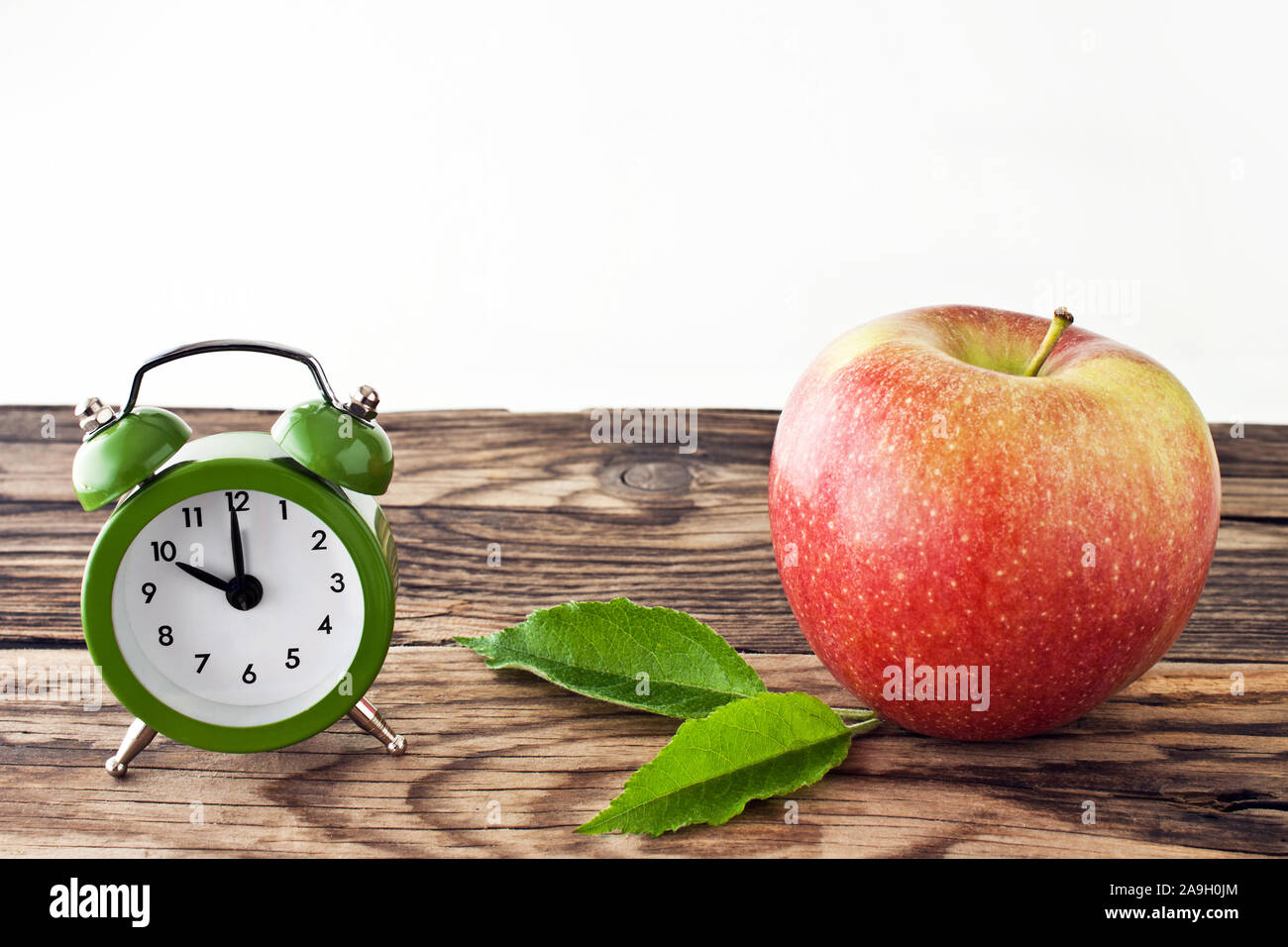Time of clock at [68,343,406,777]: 10:00
